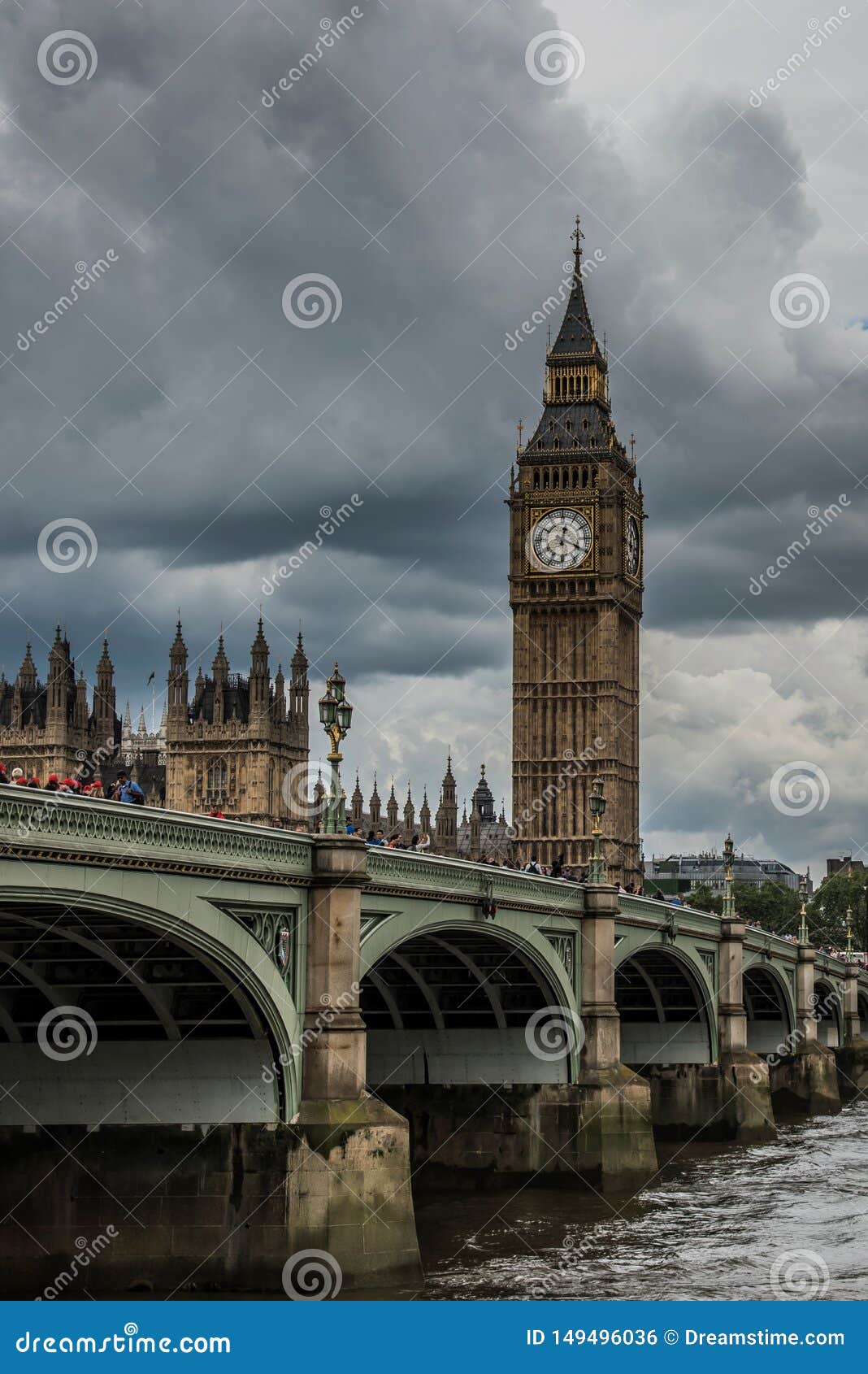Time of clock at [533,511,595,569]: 12:19
